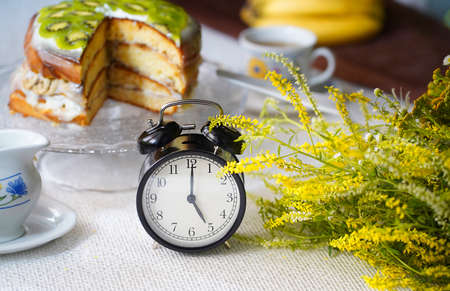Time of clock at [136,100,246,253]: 5:00
